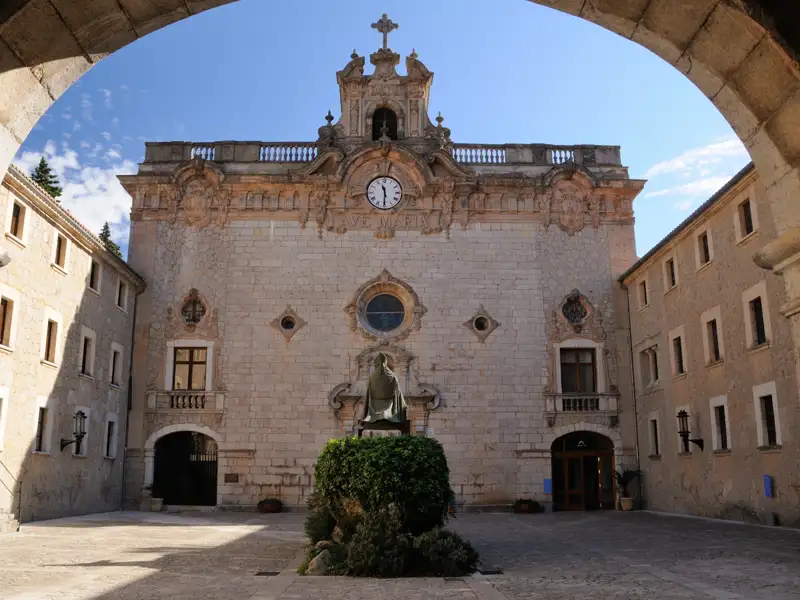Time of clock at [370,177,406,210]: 11:30
